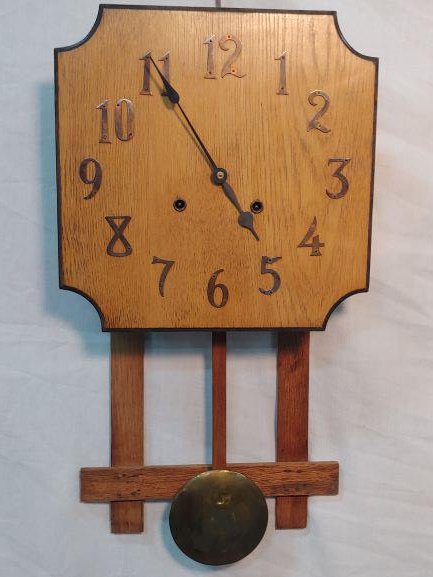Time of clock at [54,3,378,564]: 4:54
